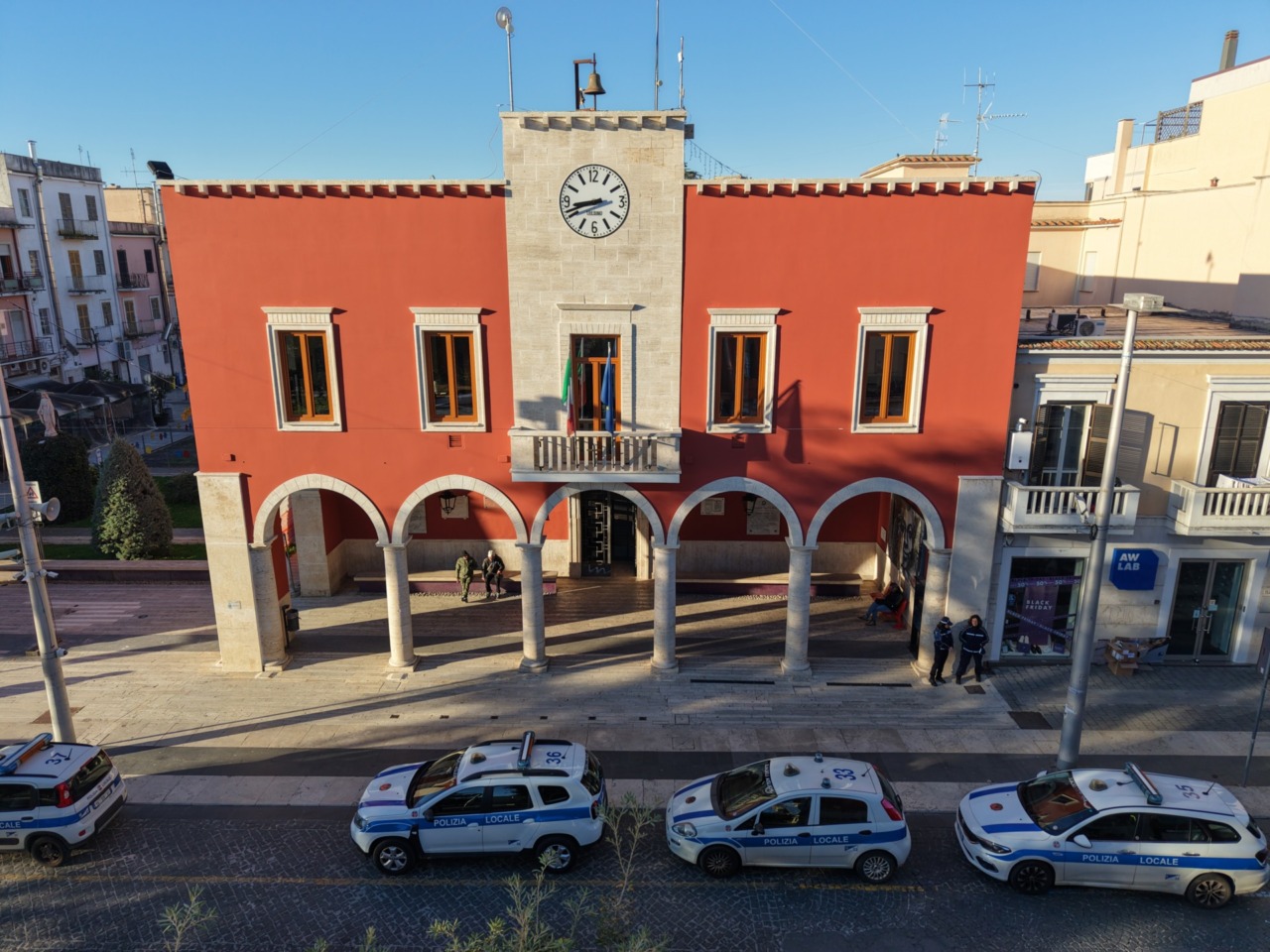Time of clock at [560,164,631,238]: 8:41
